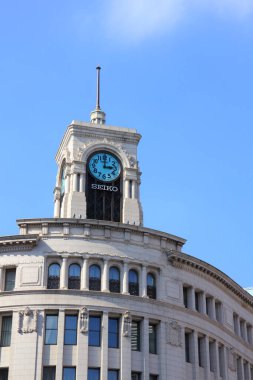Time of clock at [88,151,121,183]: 3:00
